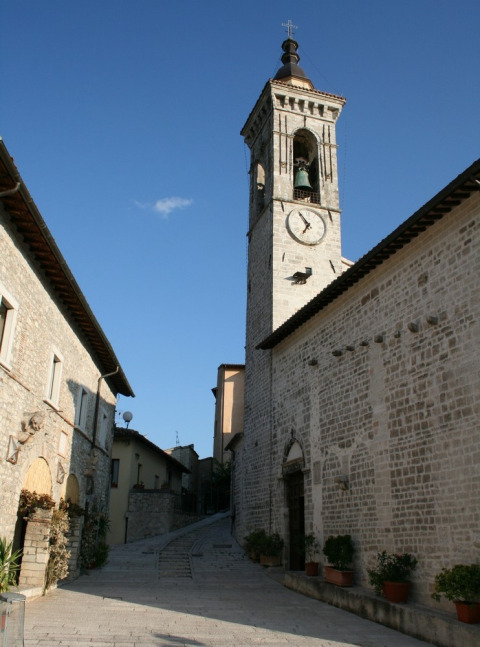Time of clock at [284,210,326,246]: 6:54
